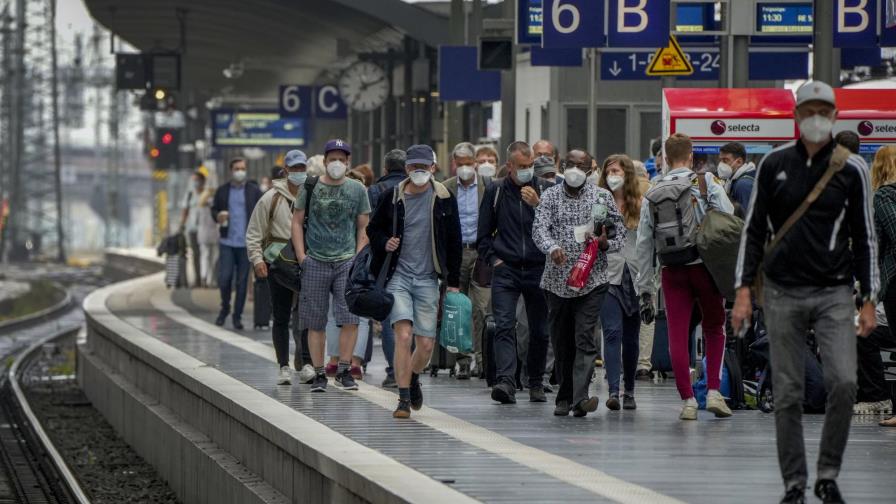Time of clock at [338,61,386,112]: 7:11
